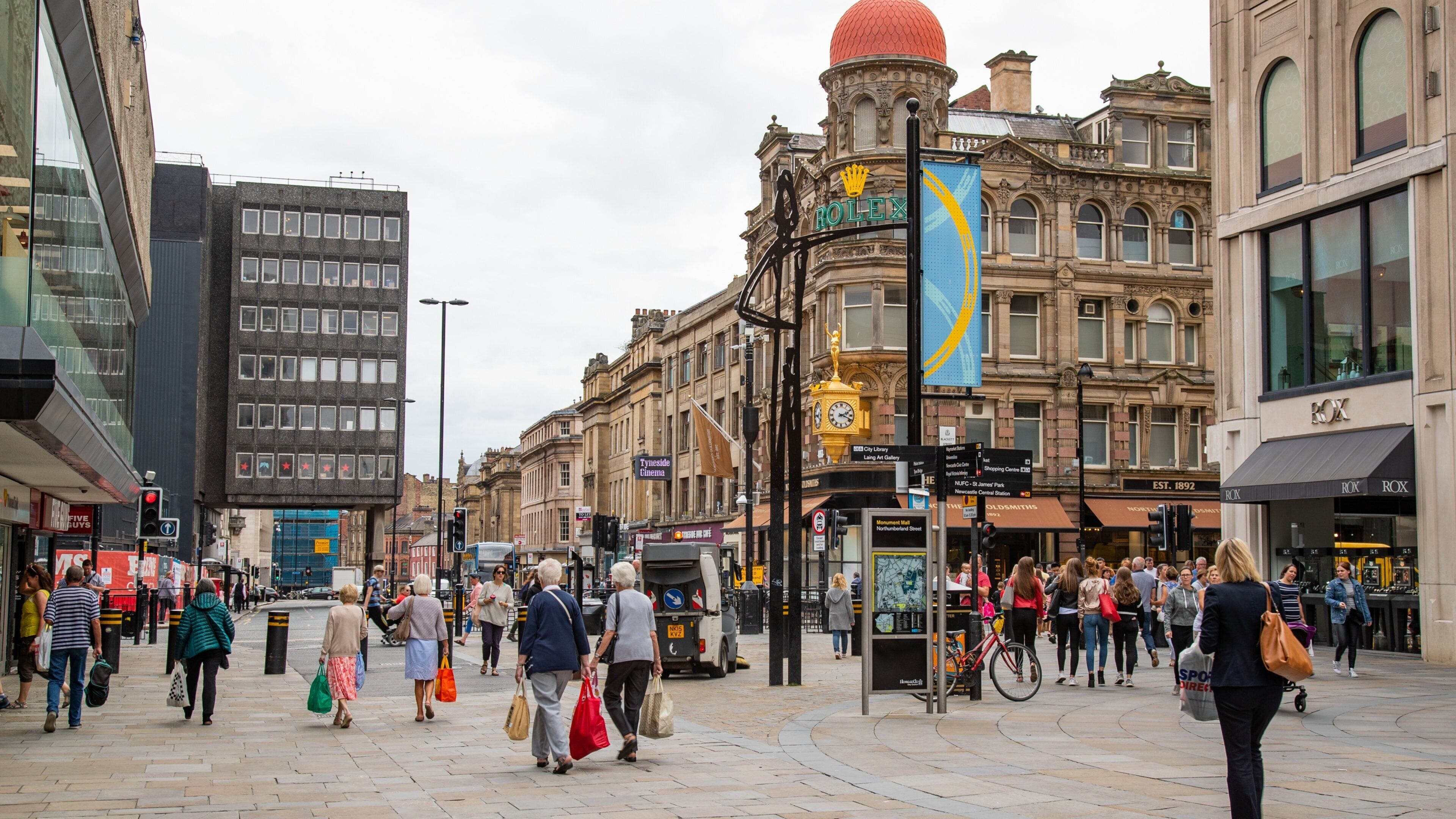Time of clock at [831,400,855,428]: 2:18
